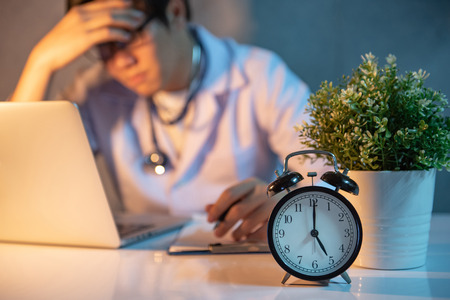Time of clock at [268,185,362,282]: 5:00
